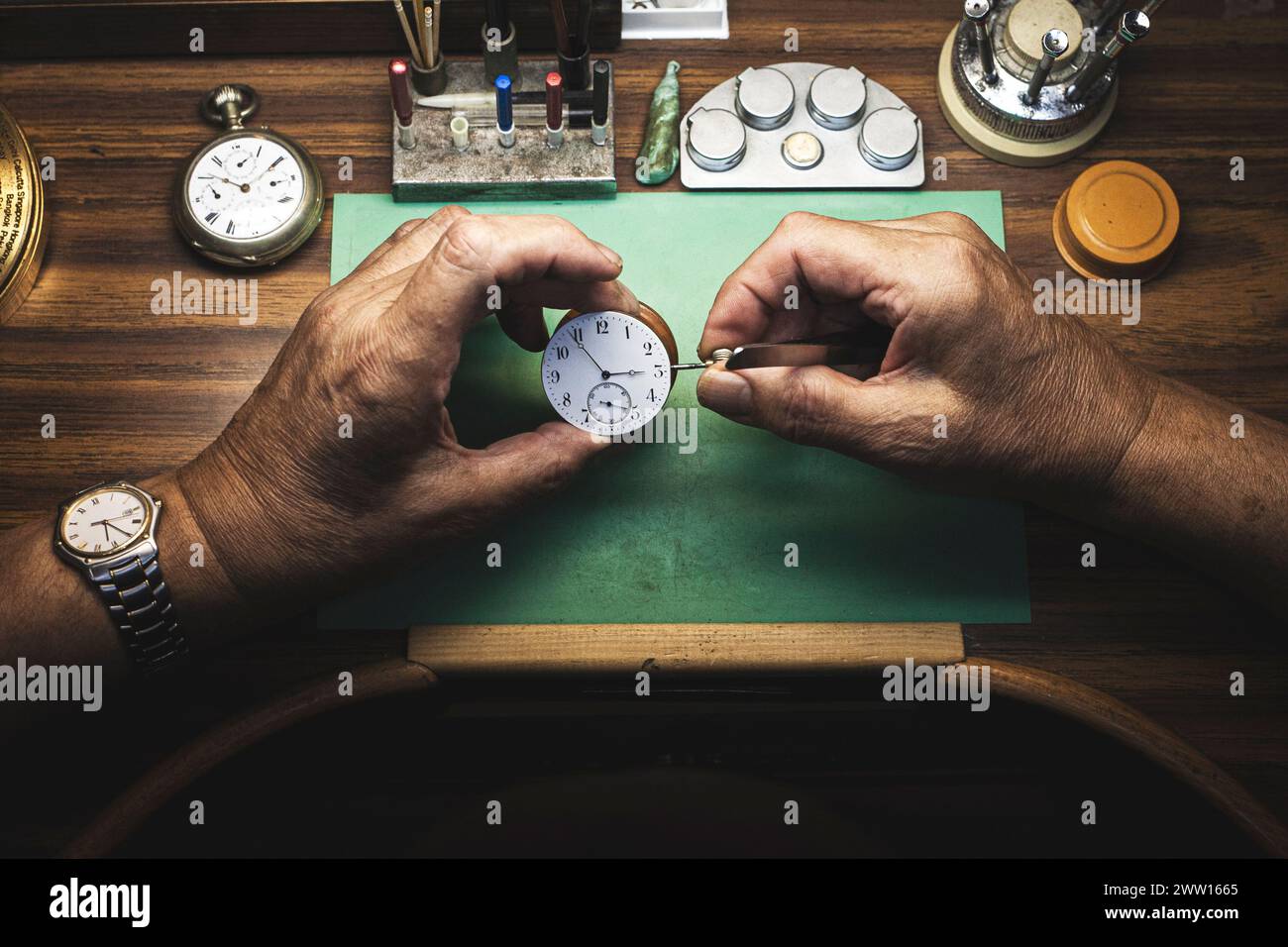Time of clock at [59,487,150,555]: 5:20
